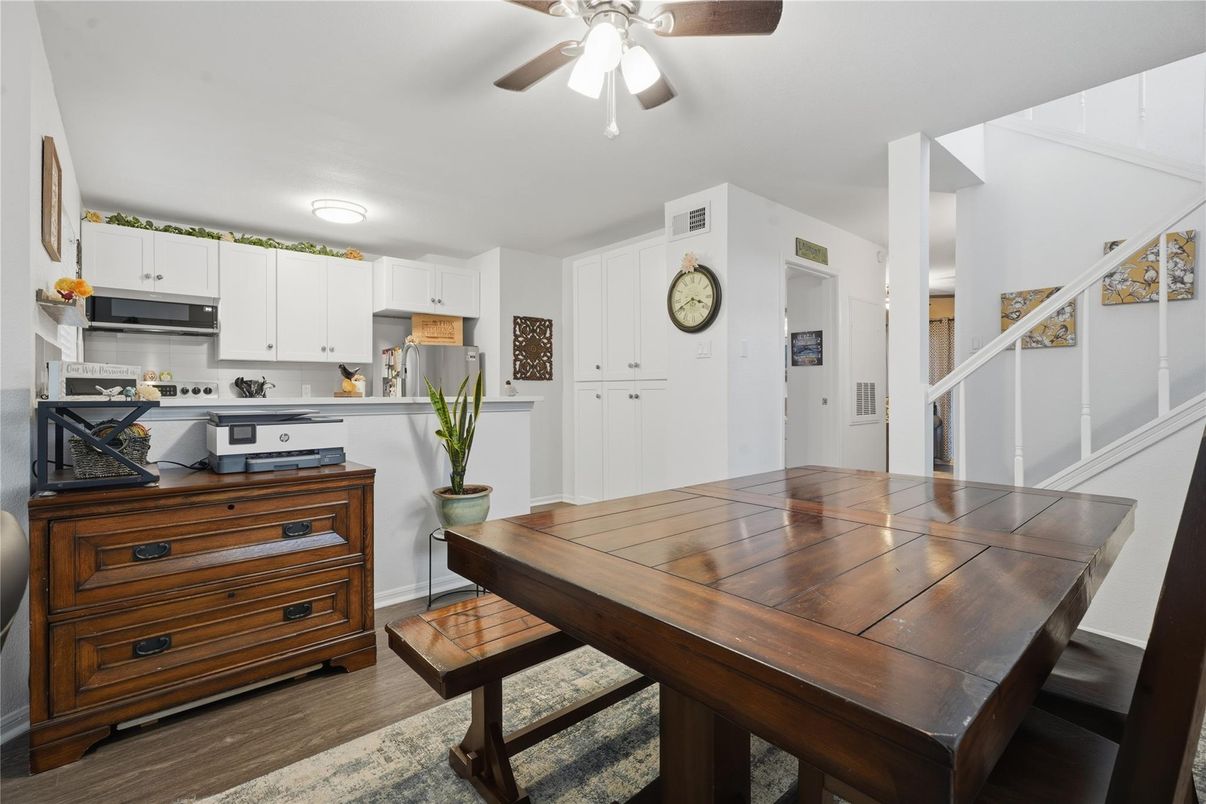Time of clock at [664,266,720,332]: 3:40
